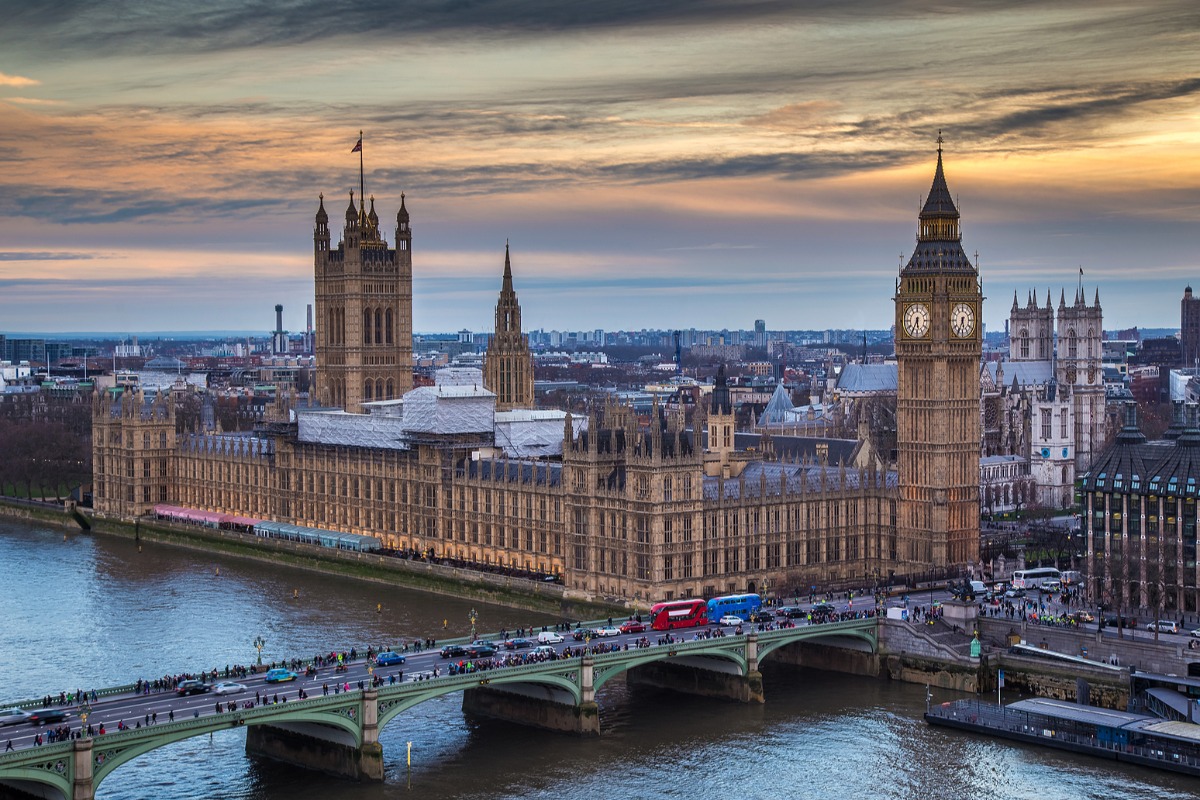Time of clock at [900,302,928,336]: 5:34
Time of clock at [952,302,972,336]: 5:34
